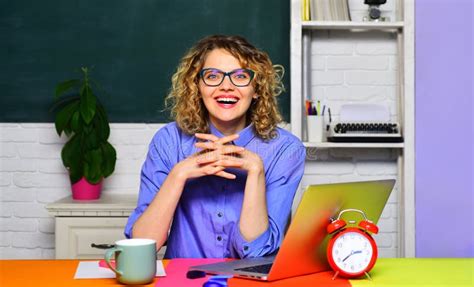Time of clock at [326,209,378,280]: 2:38
